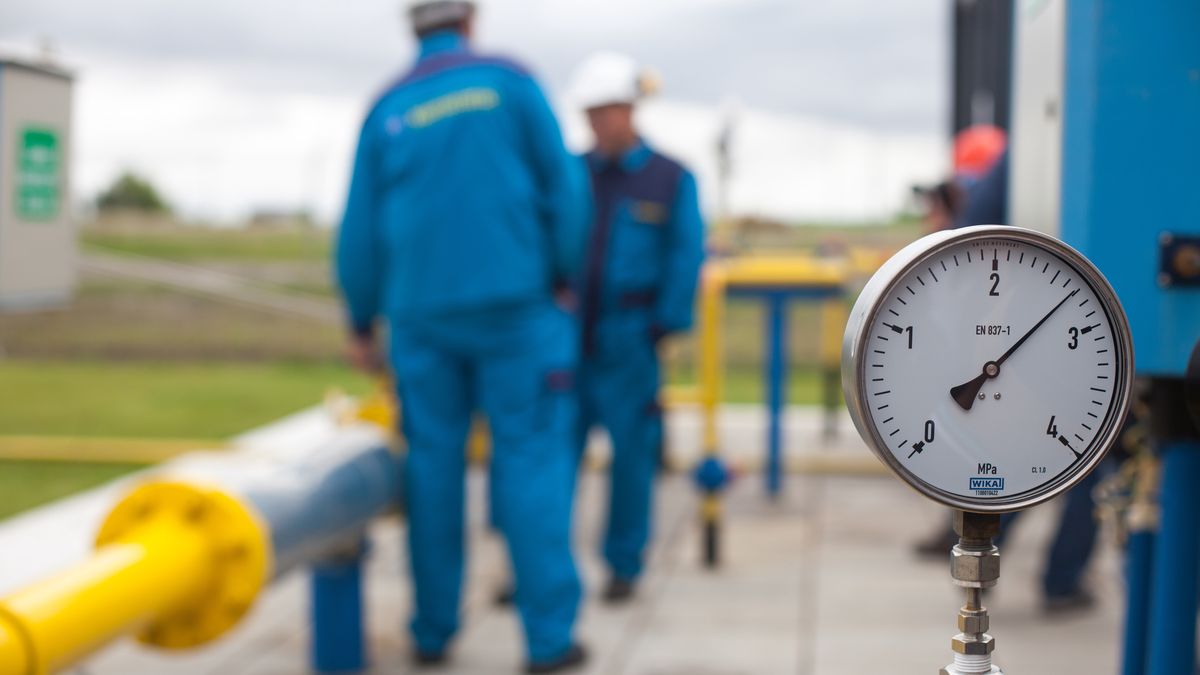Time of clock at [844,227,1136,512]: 8:07
